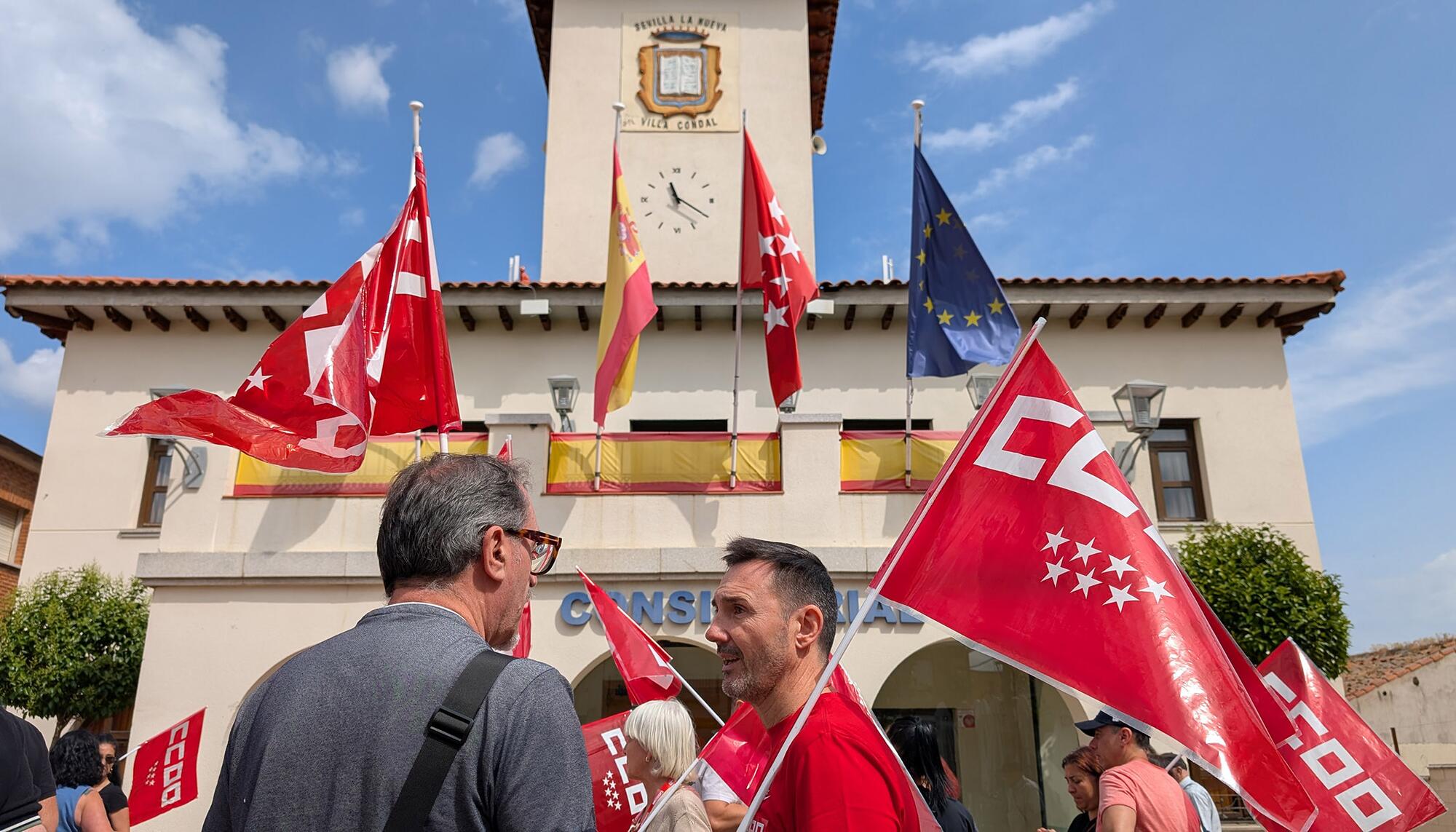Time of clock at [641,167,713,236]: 11:20
